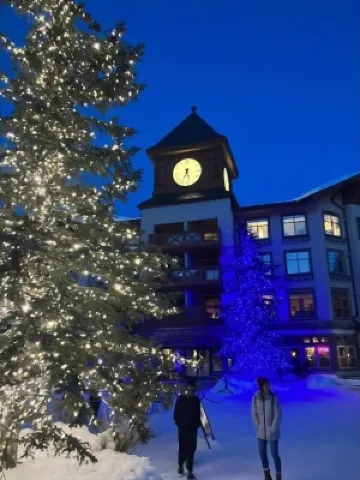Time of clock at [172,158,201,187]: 5:34
